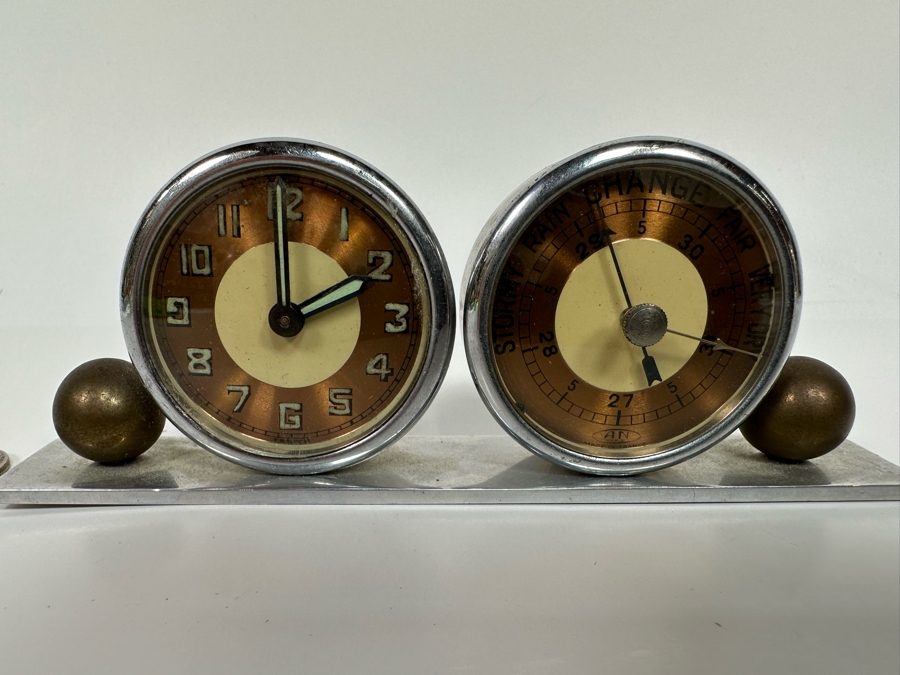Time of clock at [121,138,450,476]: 1:59
